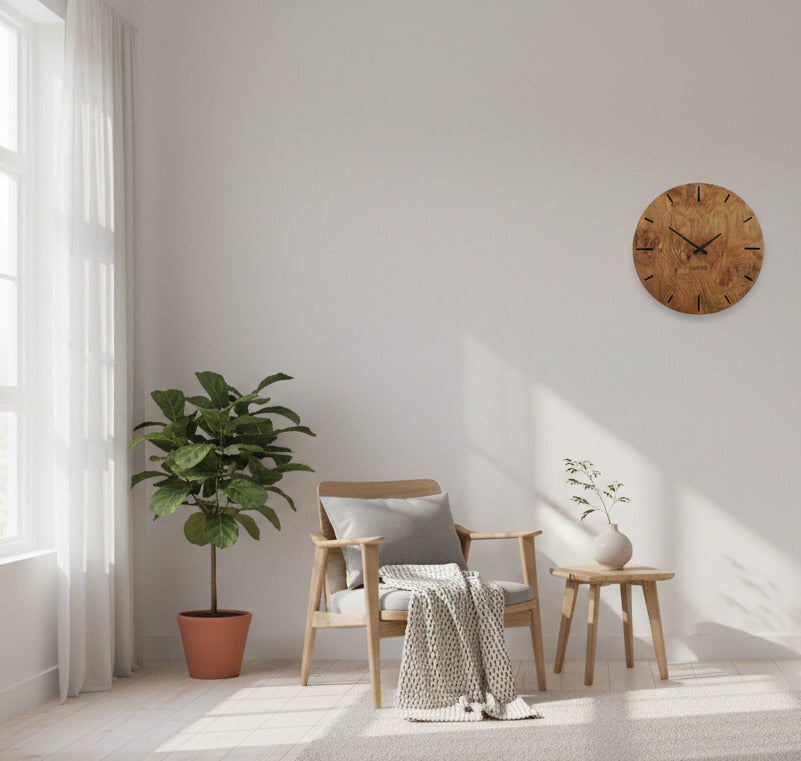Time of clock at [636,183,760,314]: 1:50
